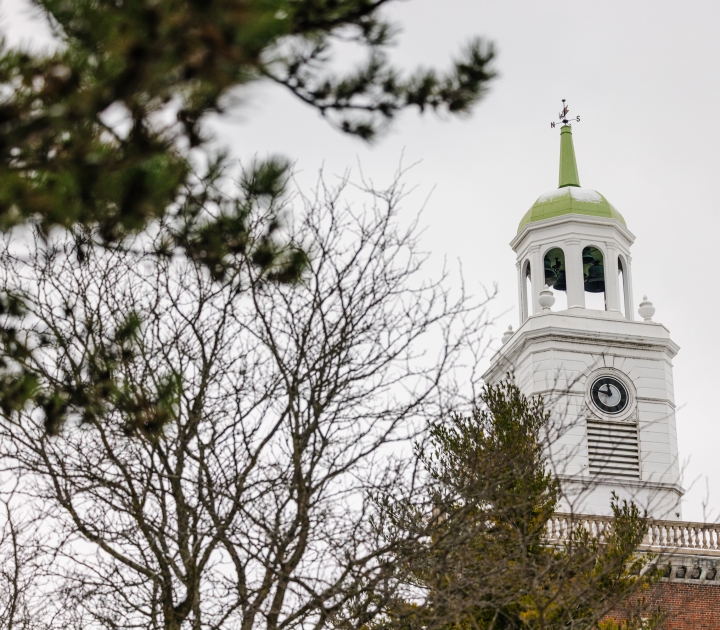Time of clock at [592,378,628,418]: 11:46
